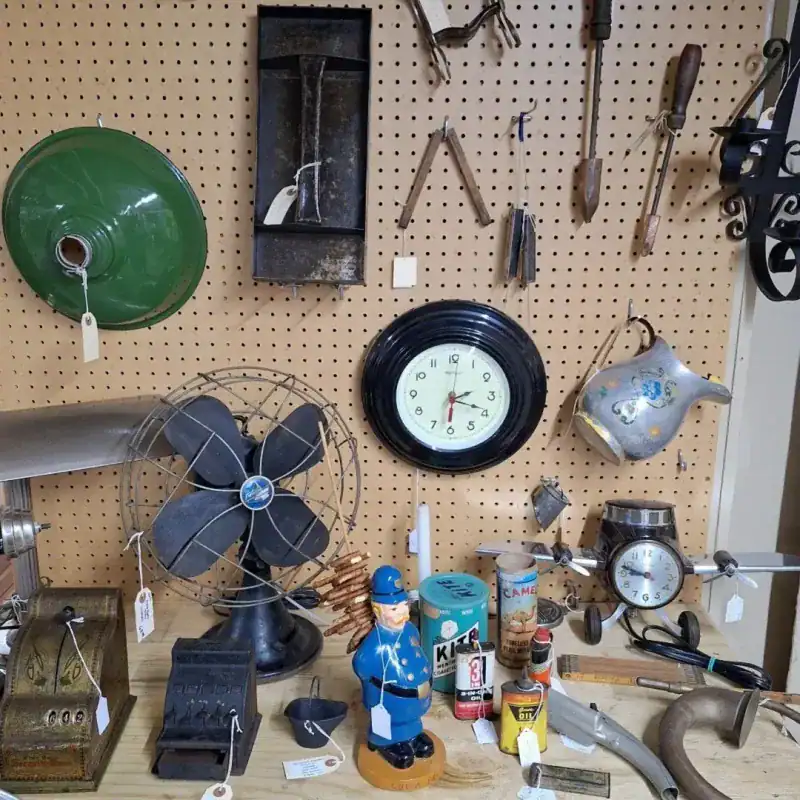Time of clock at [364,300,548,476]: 2:18
